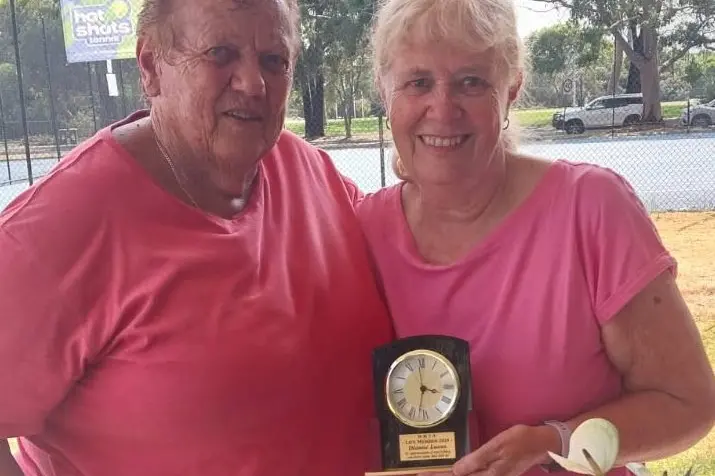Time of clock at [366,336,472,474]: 3:32
